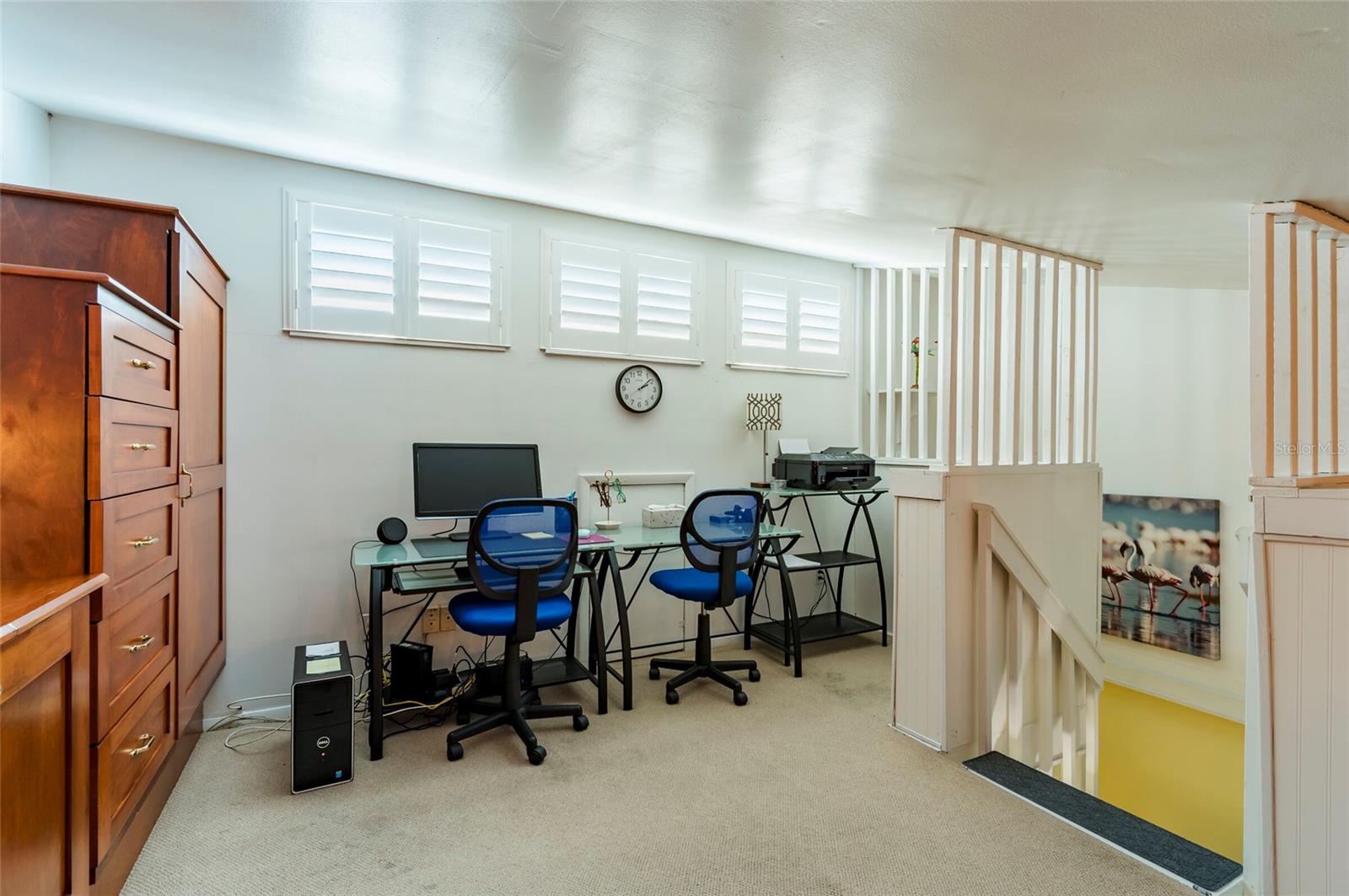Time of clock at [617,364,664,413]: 2:08
